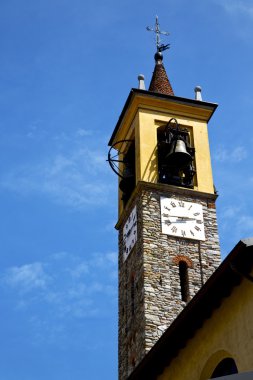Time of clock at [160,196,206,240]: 2:44
